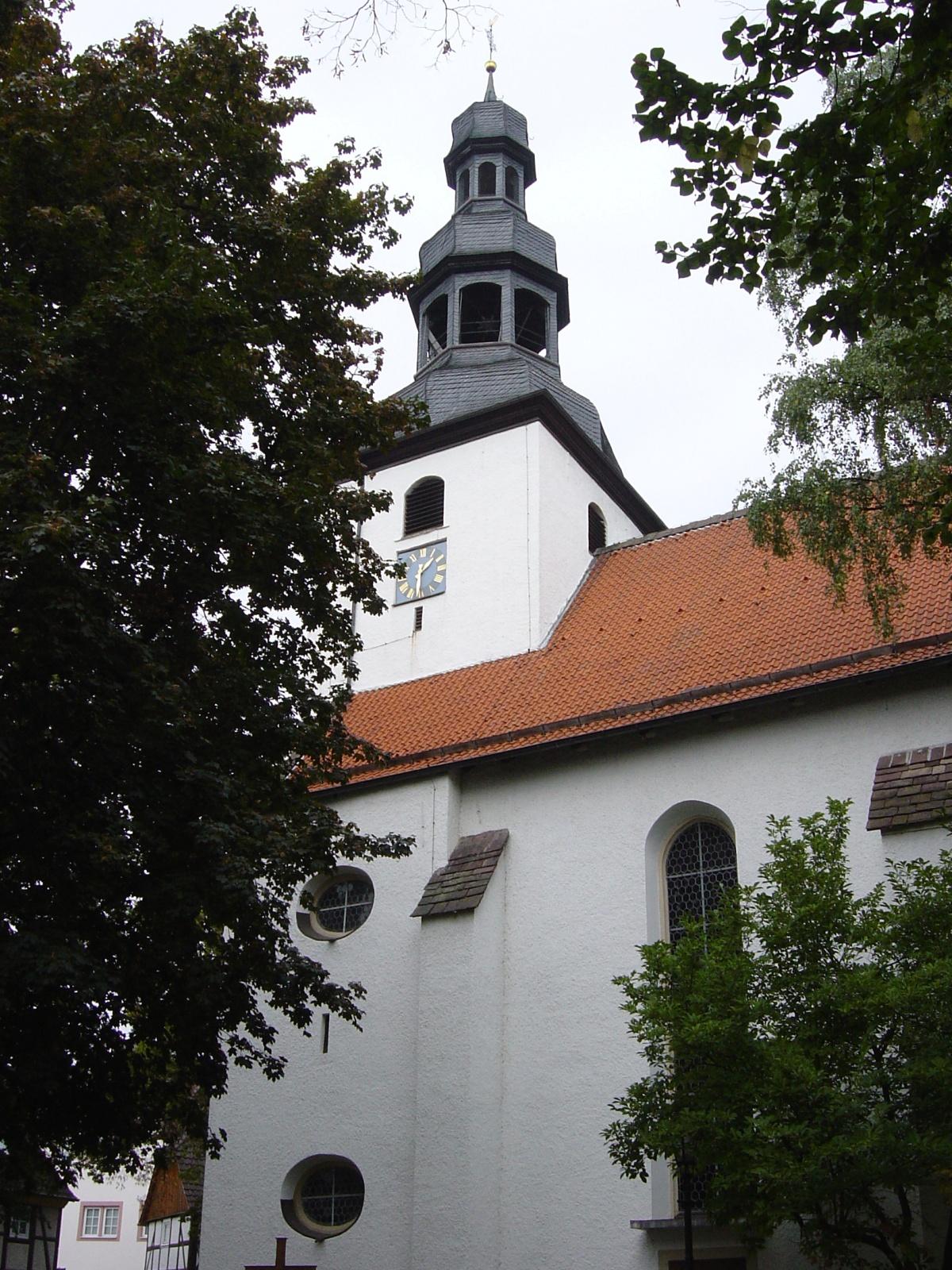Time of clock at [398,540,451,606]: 1:30
